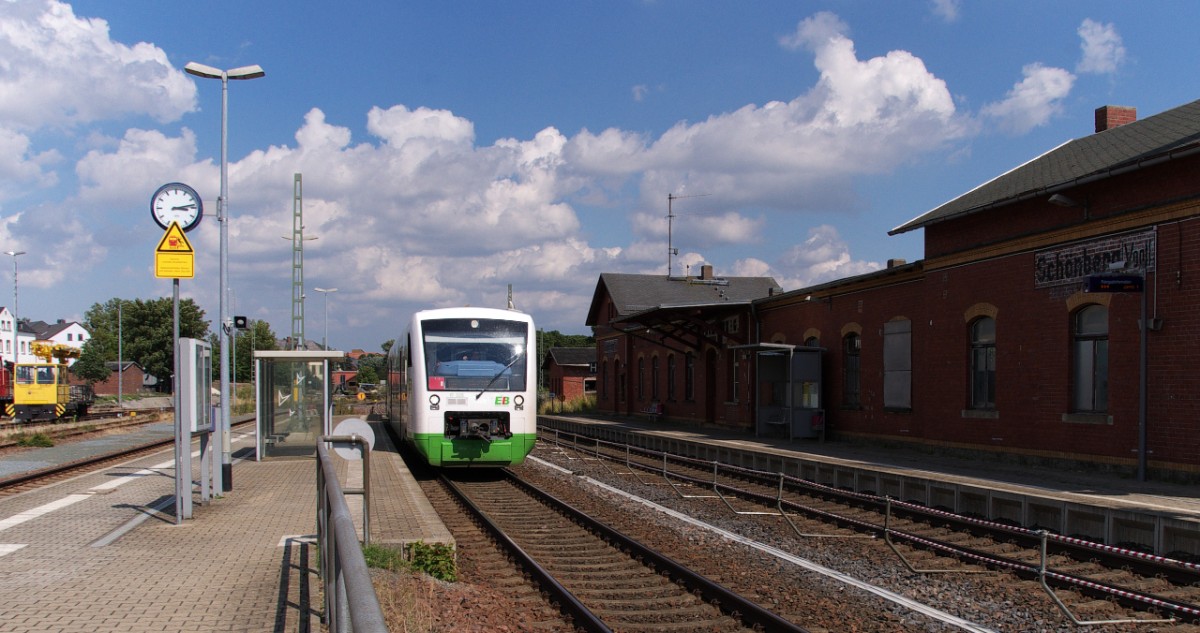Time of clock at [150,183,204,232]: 3:13
